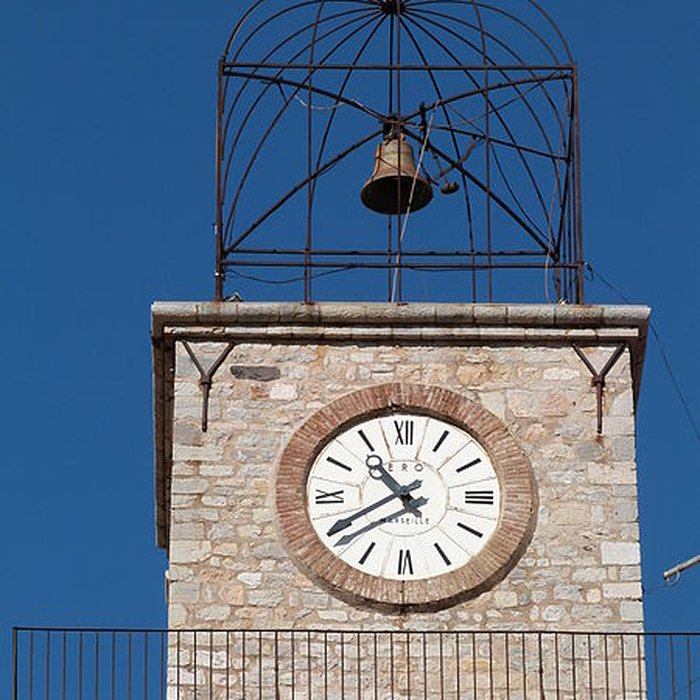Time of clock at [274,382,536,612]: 10:40
